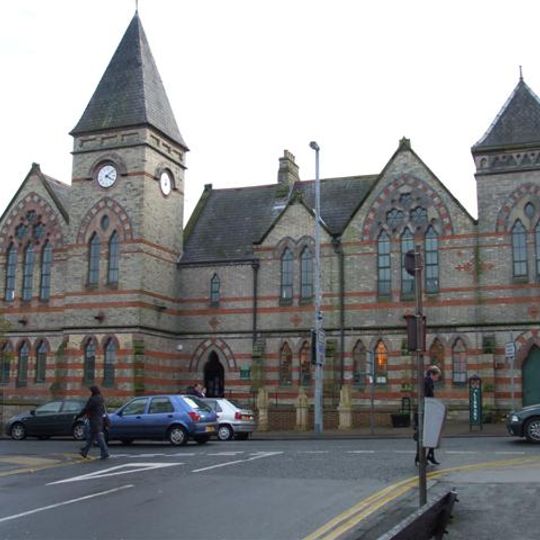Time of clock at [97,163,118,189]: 4:08
